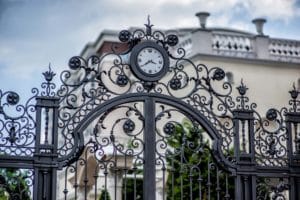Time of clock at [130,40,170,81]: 3:39
